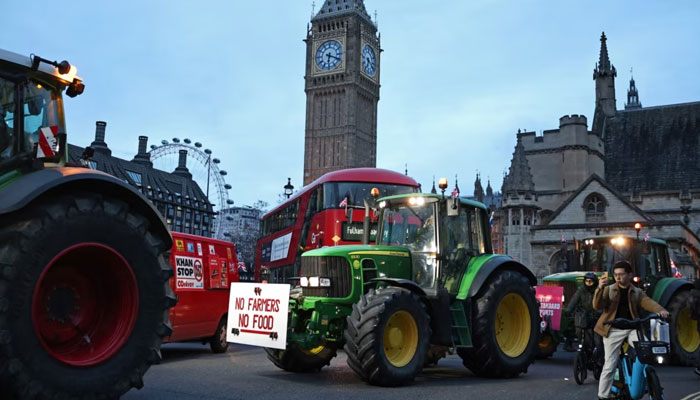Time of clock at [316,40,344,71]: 6:18
